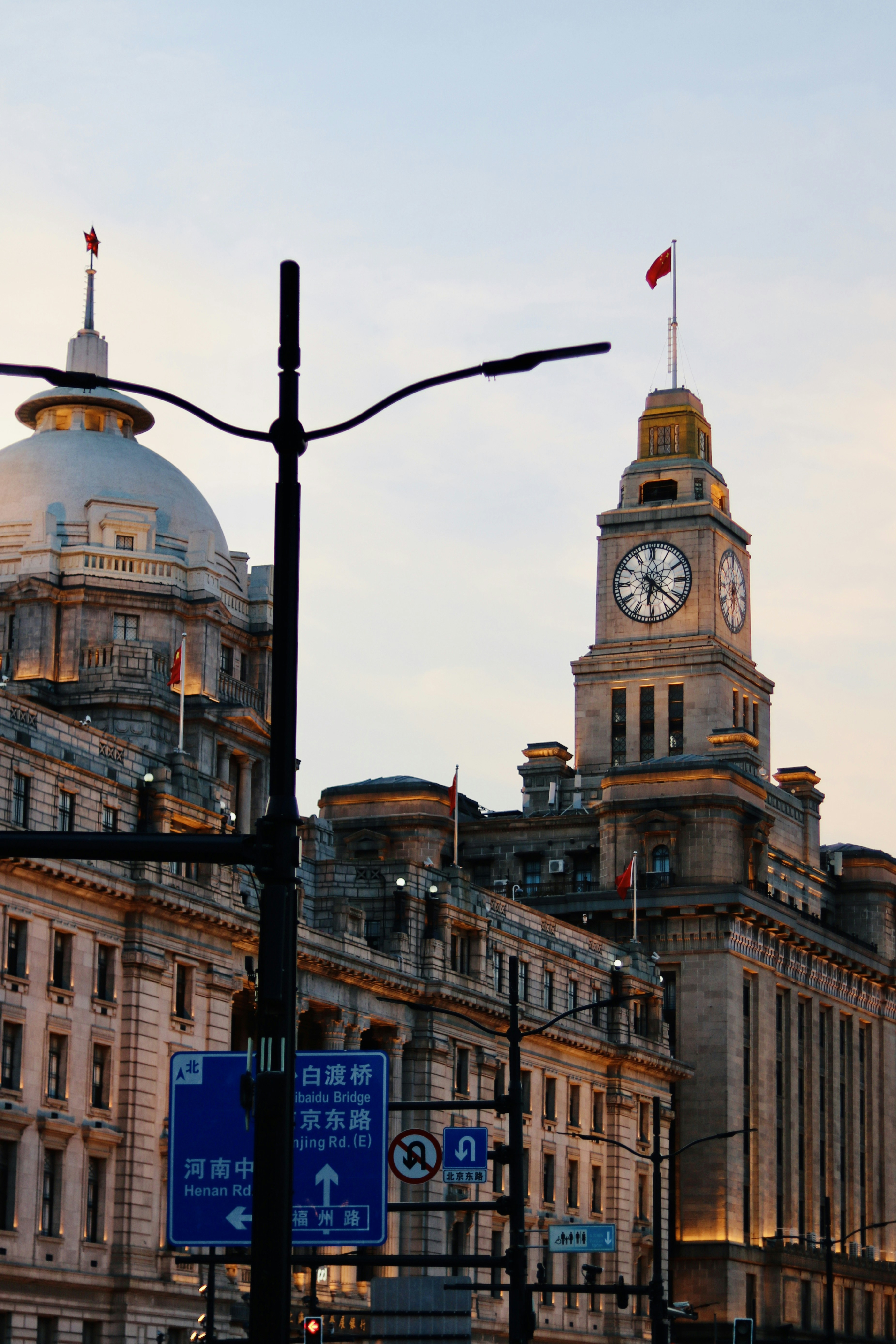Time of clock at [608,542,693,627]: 6:21
